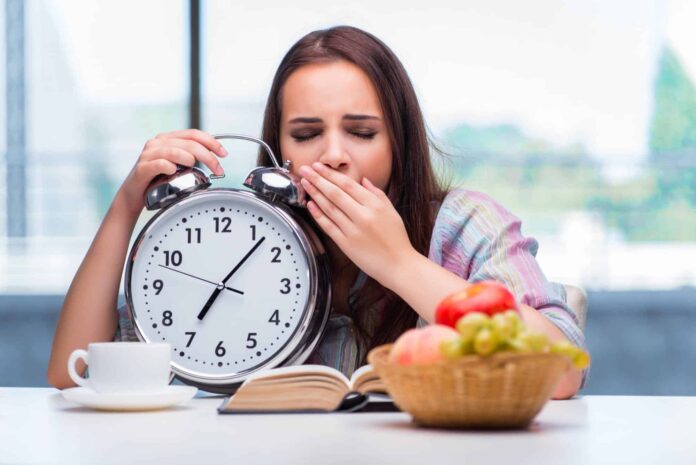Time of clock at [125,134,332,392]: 7:07
